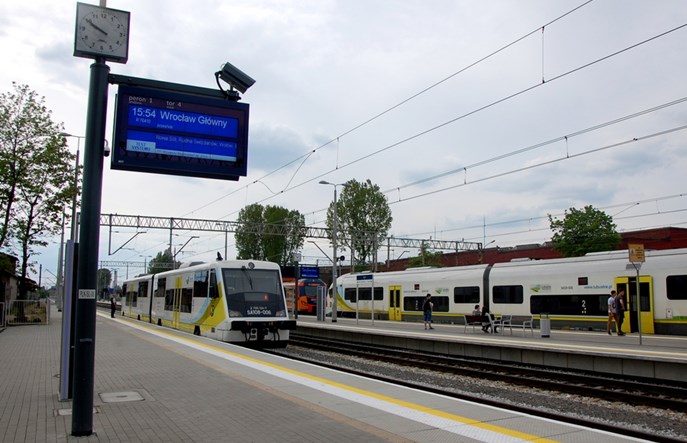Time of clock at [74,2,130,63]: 9:50
